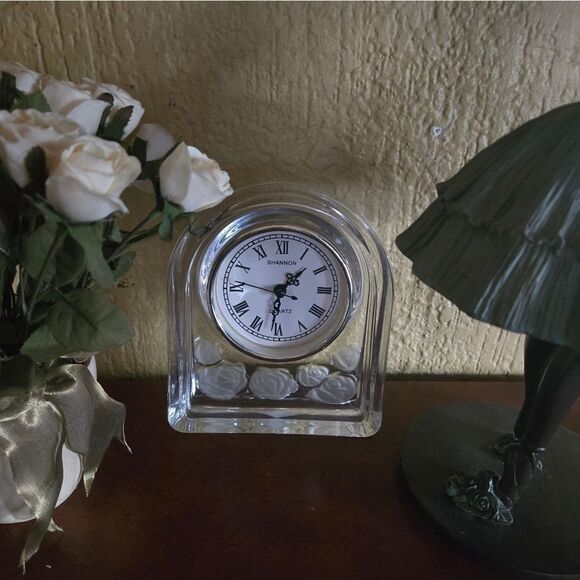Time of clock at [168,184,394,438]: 1:31
